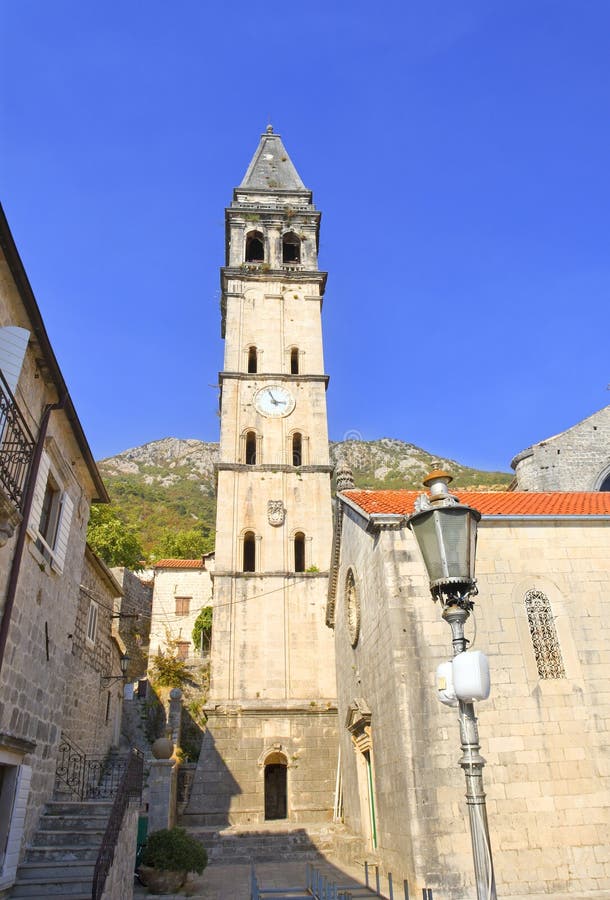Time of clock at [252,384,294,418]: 2:56
